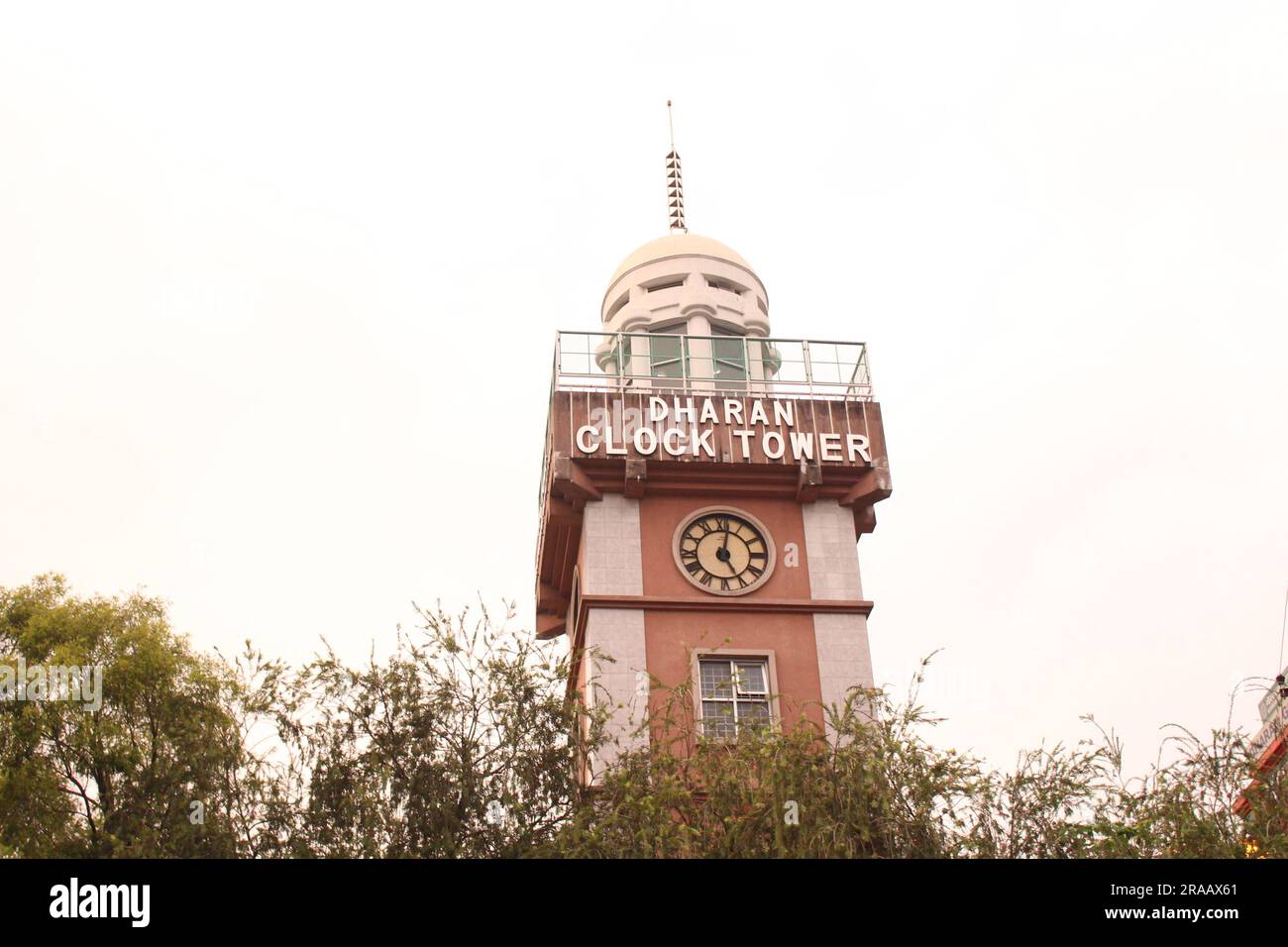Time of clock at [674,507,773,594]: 5:01
